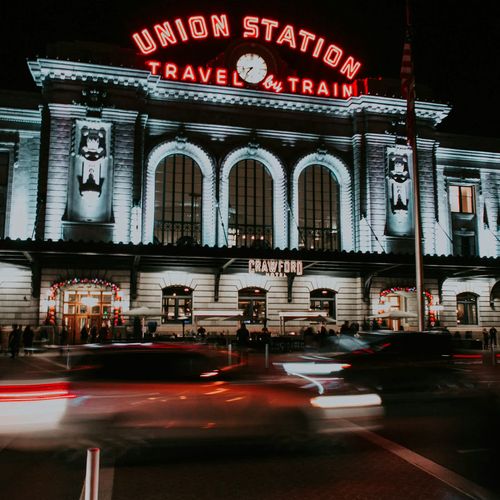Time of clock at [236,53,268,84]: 8:36
